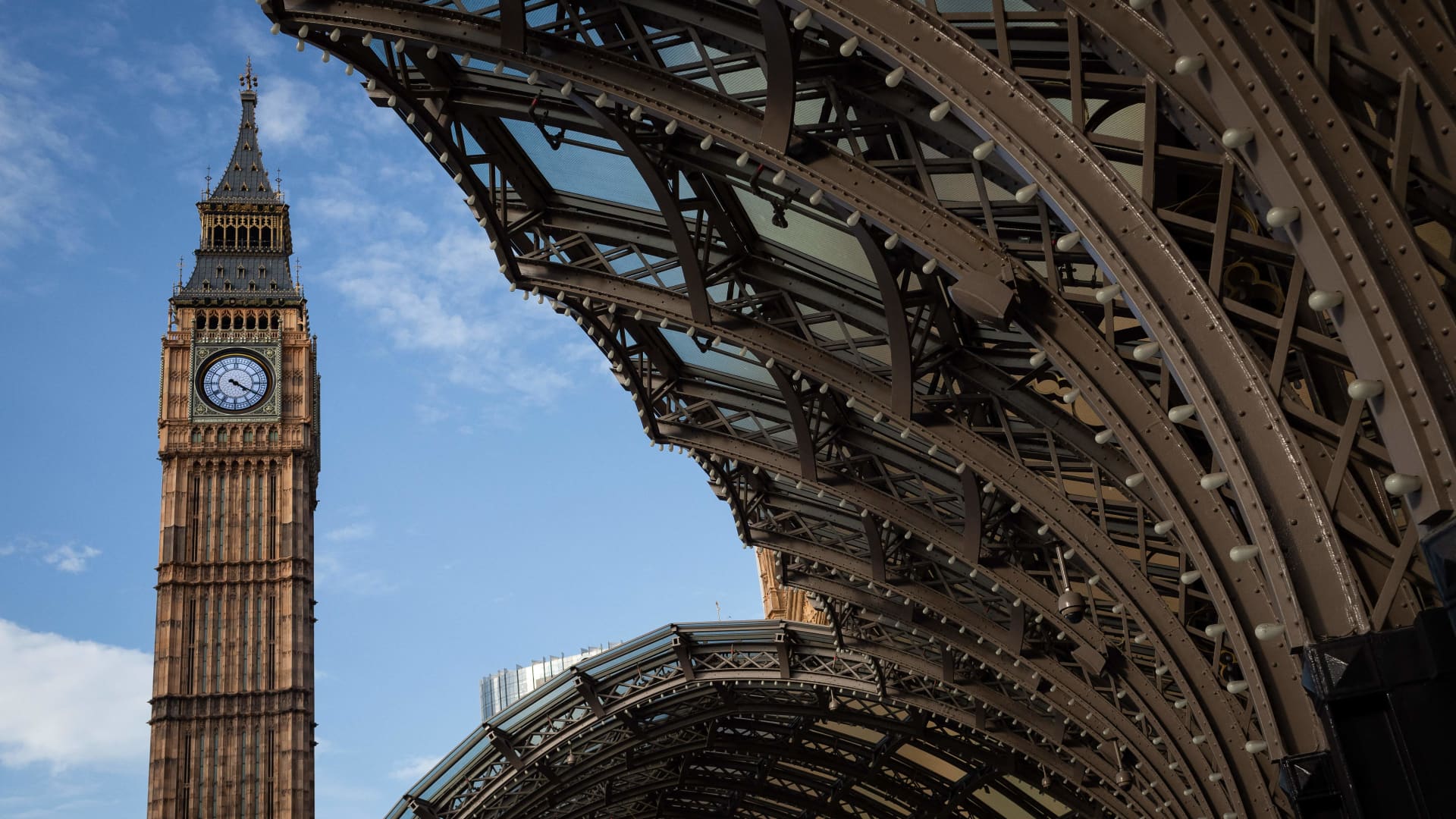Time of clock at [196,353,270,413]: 4:19
